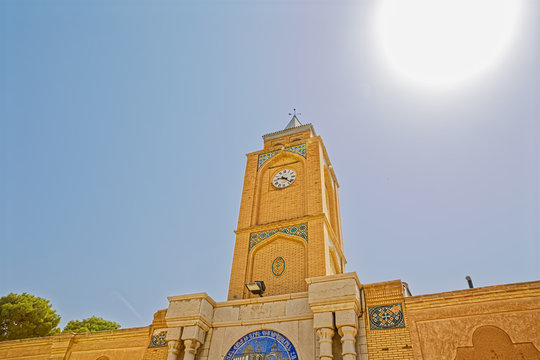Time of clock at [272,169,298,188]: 9:22
